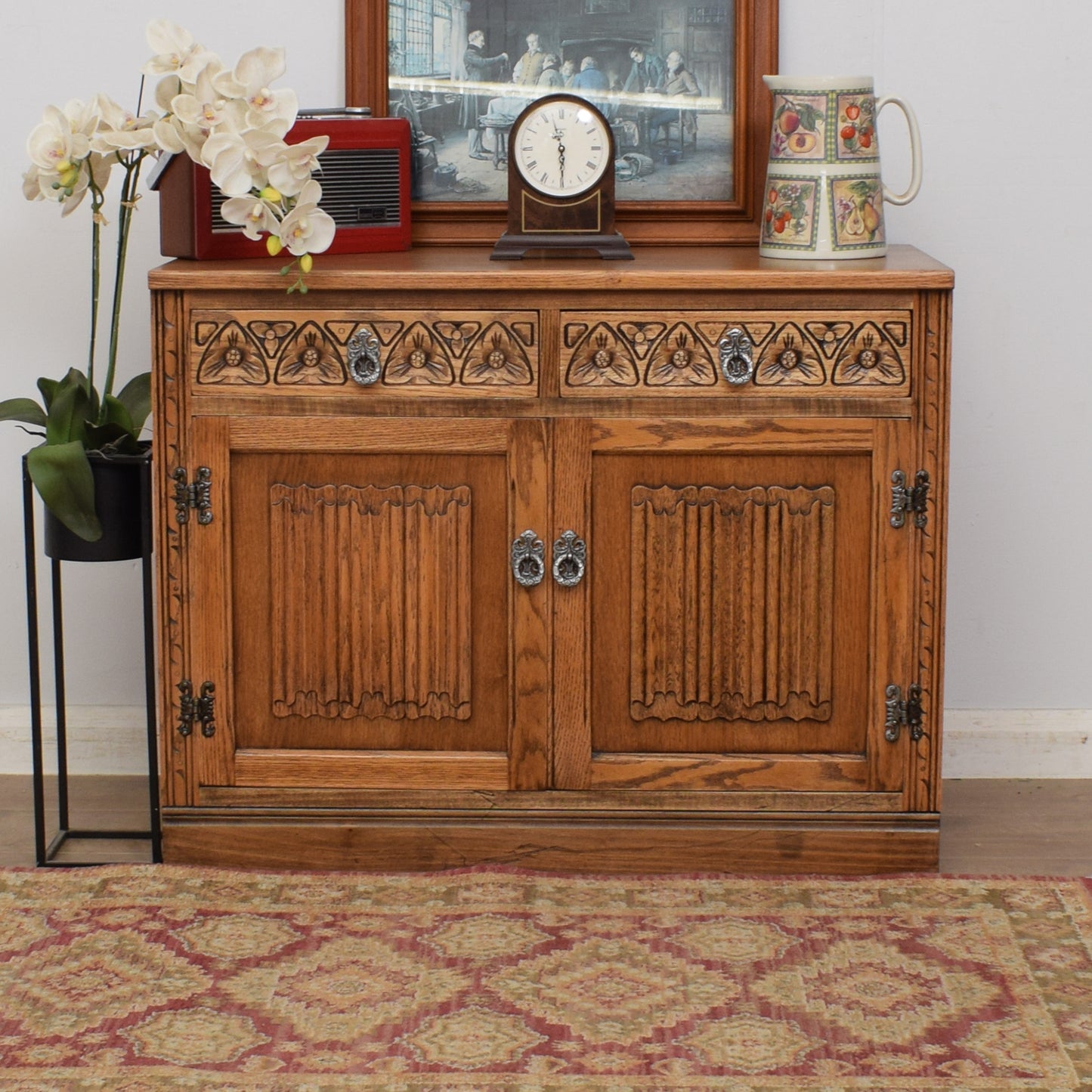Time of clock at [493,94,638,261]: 11:29
